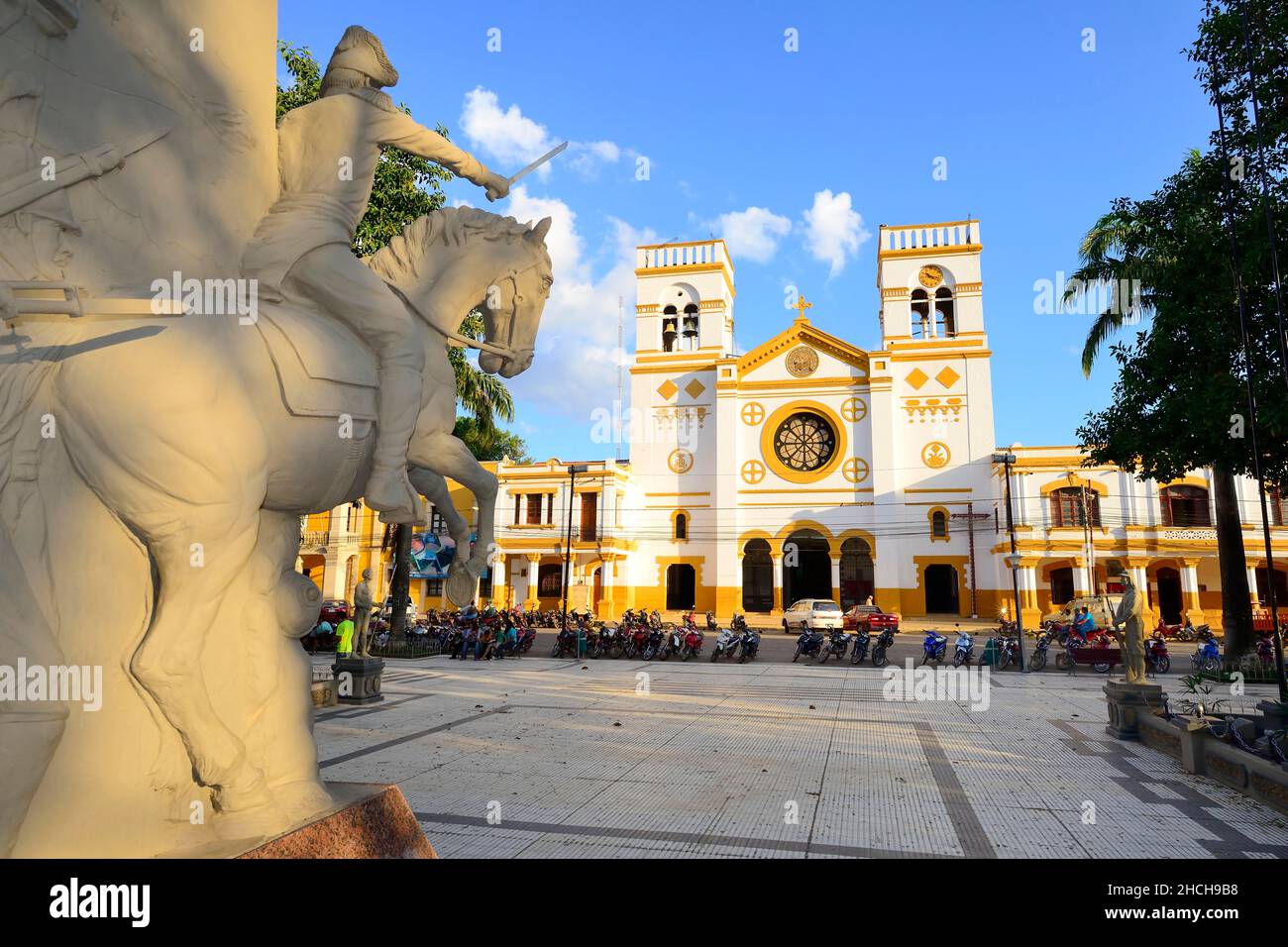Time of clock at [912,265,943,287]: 10:17
